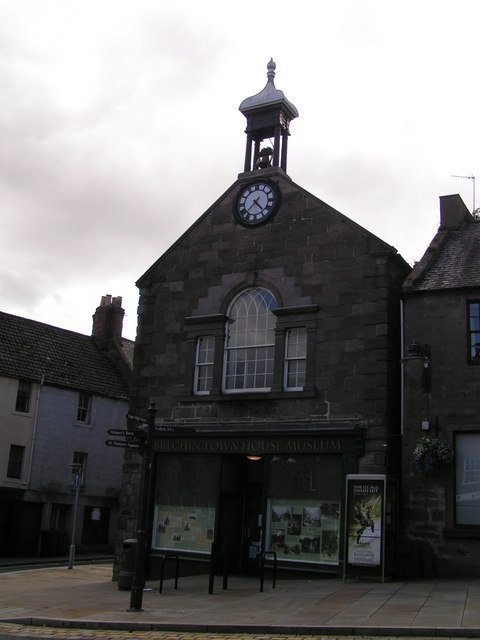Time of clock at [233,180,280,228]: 4:36
